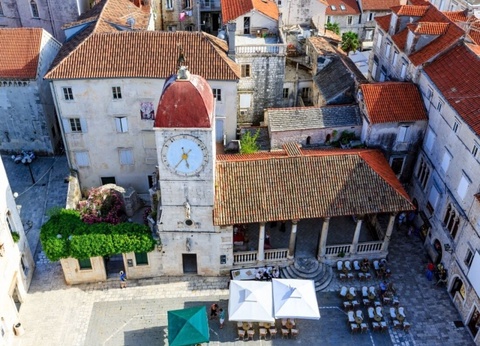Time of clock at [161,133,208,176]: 5:36
